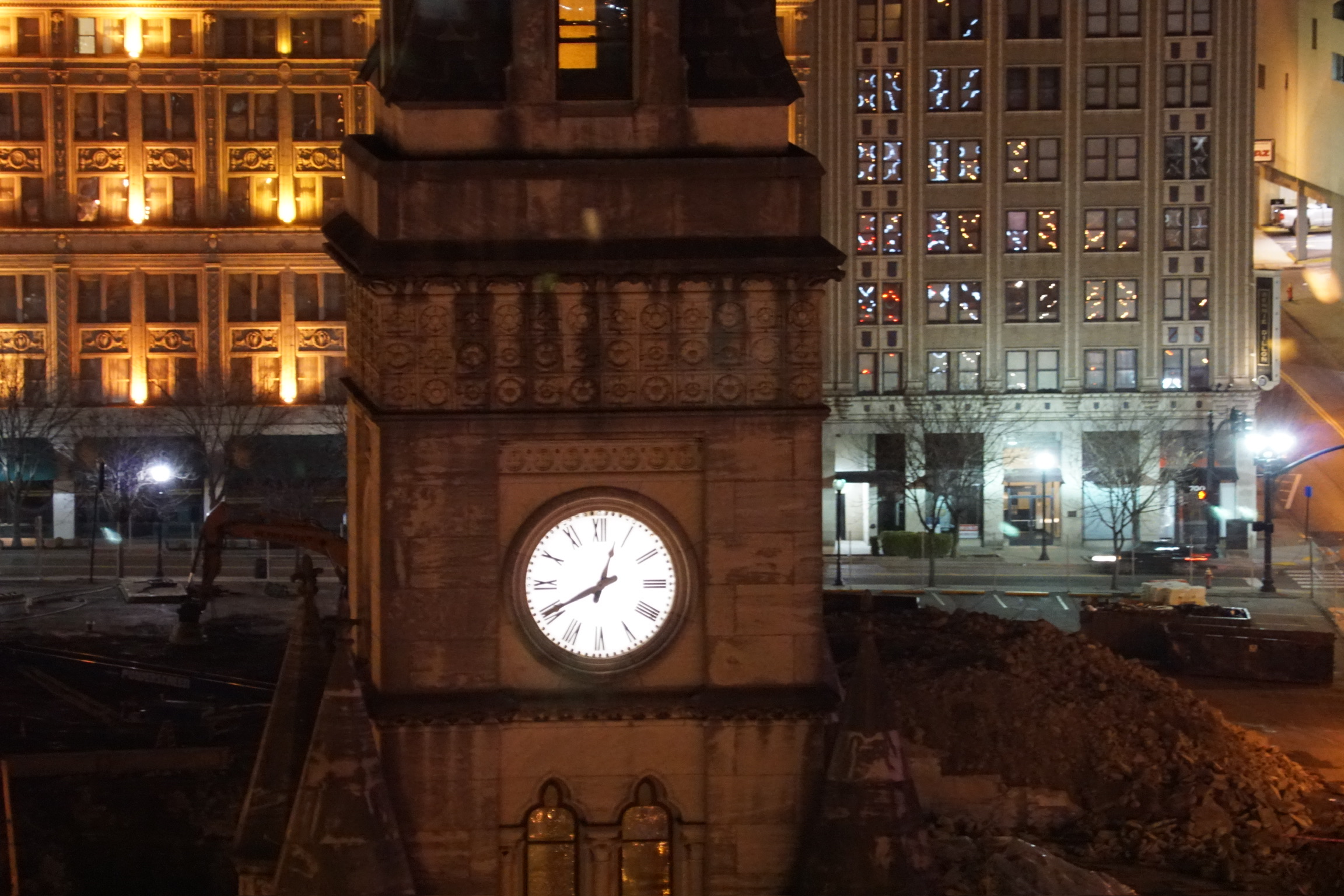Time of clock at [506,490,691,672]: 12:40
